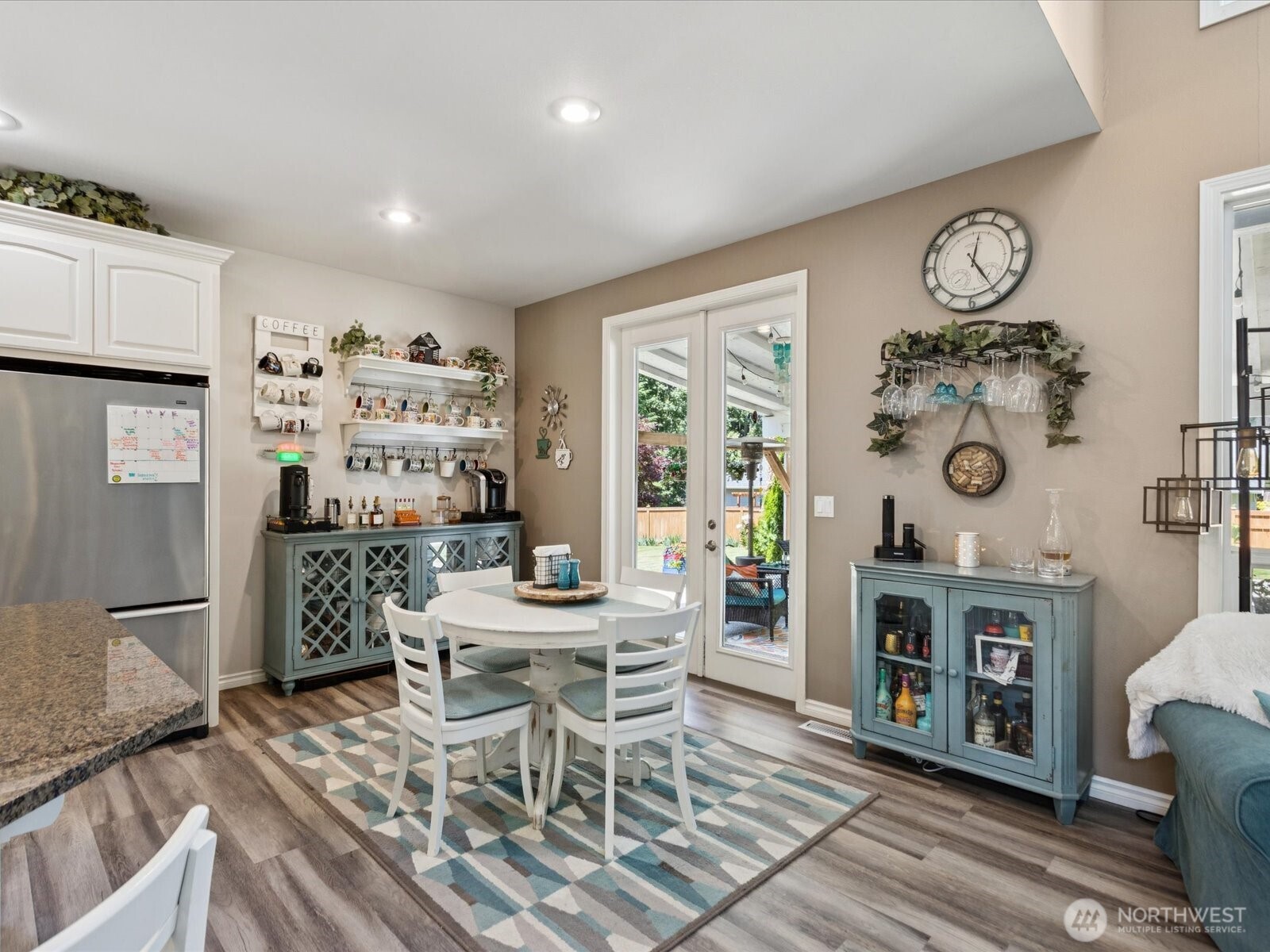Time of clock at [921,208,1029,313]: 12:24
